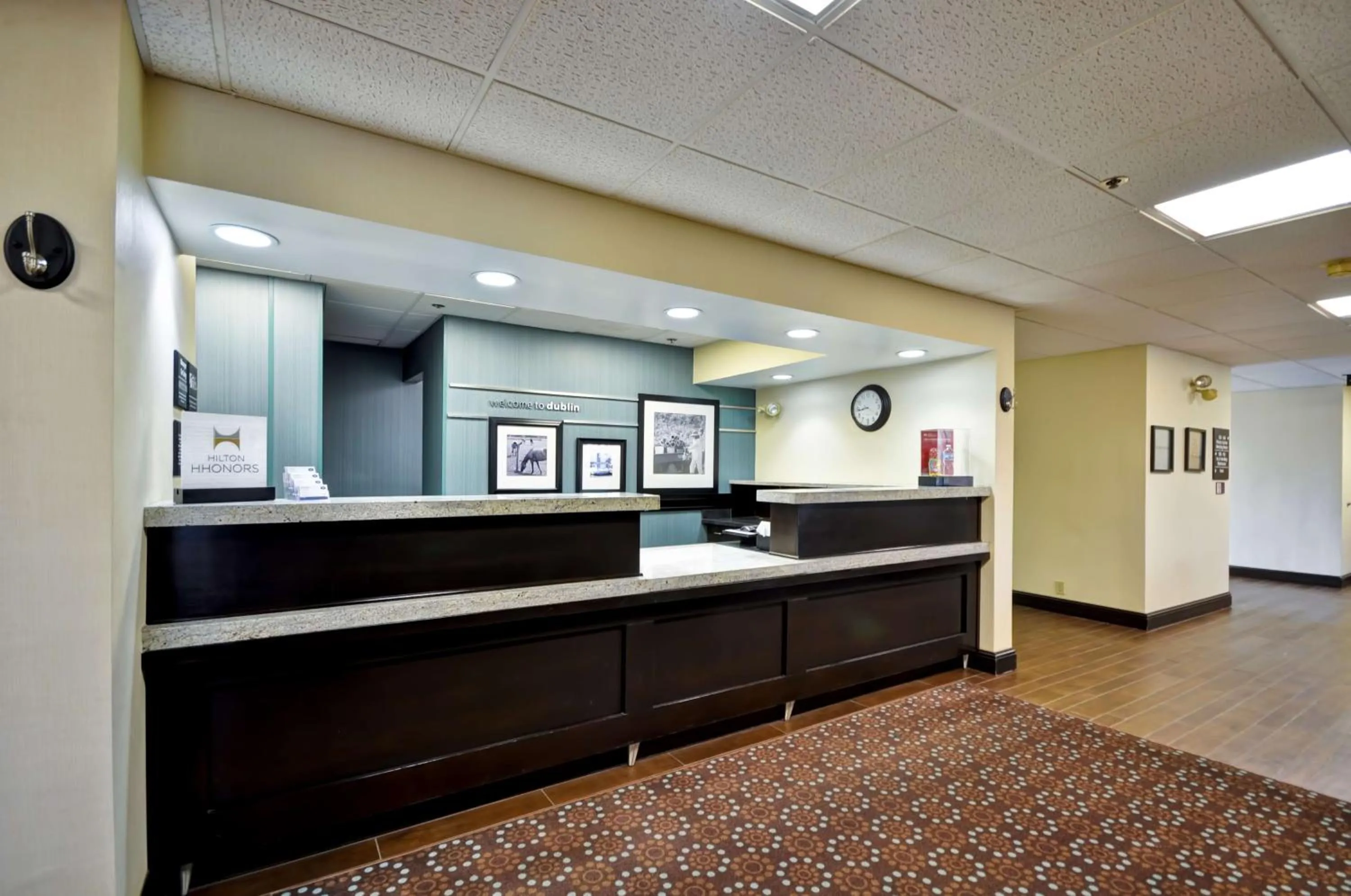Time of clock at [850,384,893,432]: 8:43
